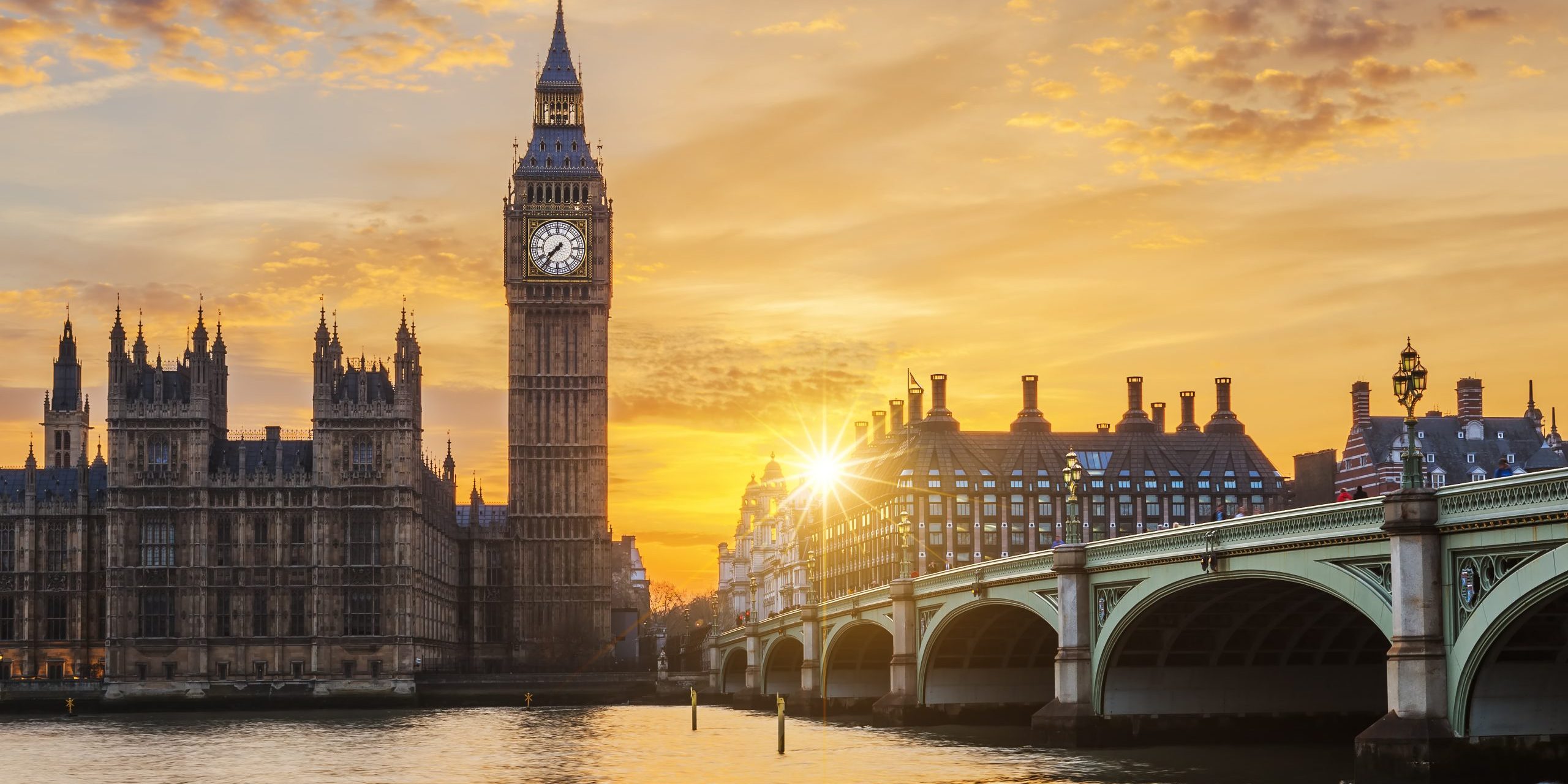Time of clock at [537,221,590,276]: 7:36
